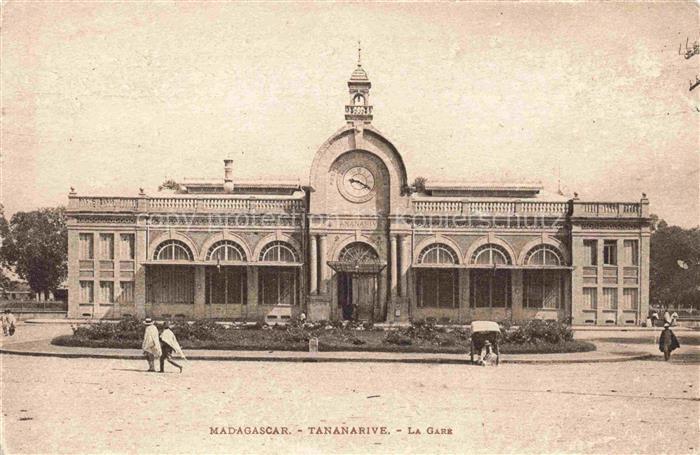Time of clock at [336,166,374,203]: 9:20
